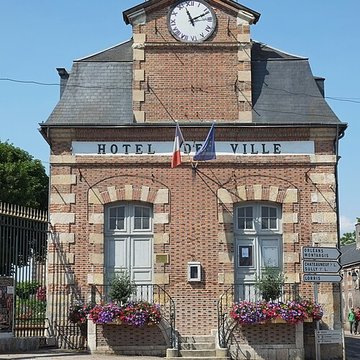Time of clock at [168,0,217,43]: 11:11
